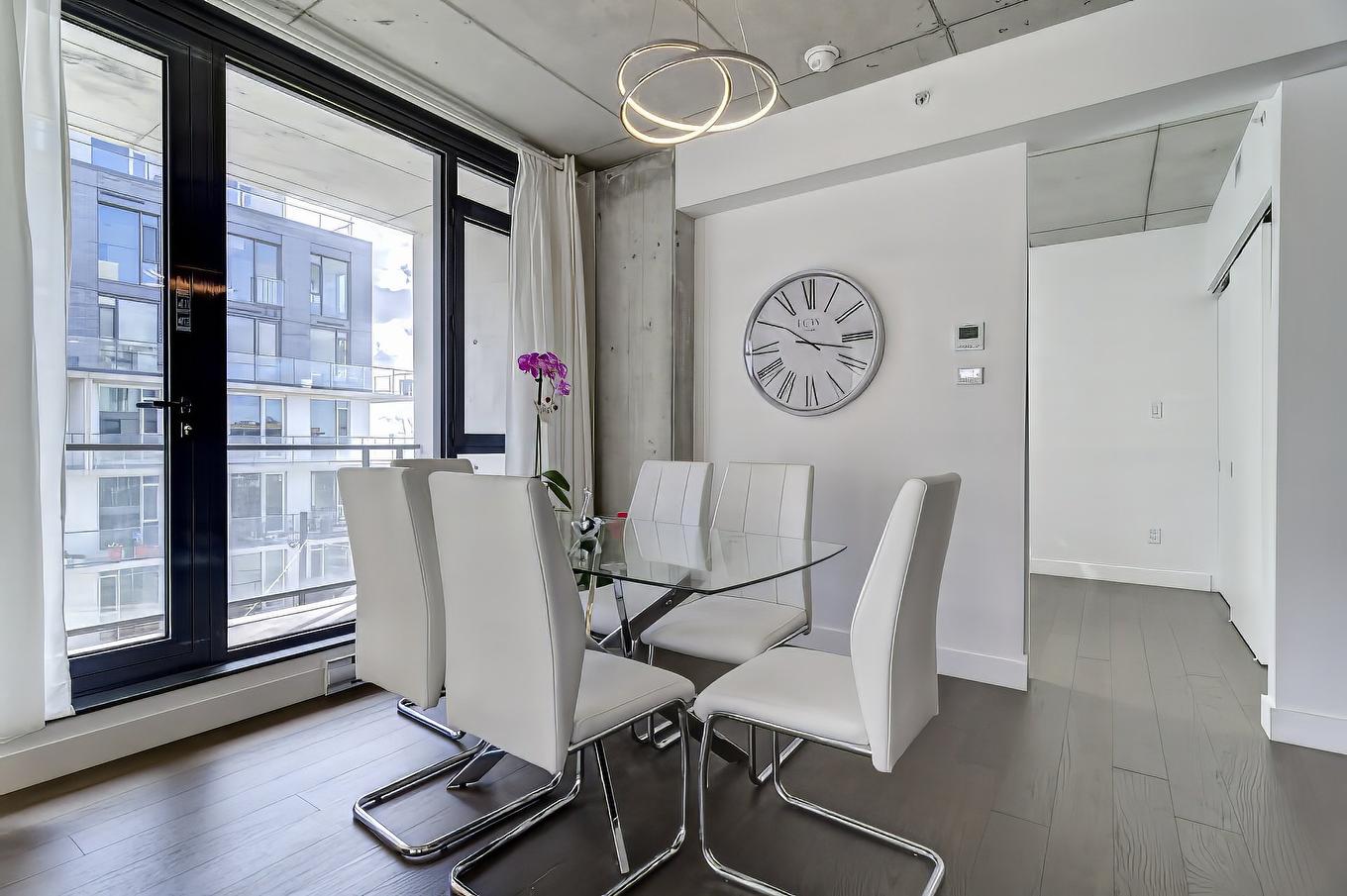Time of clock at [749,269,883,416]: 10:16
